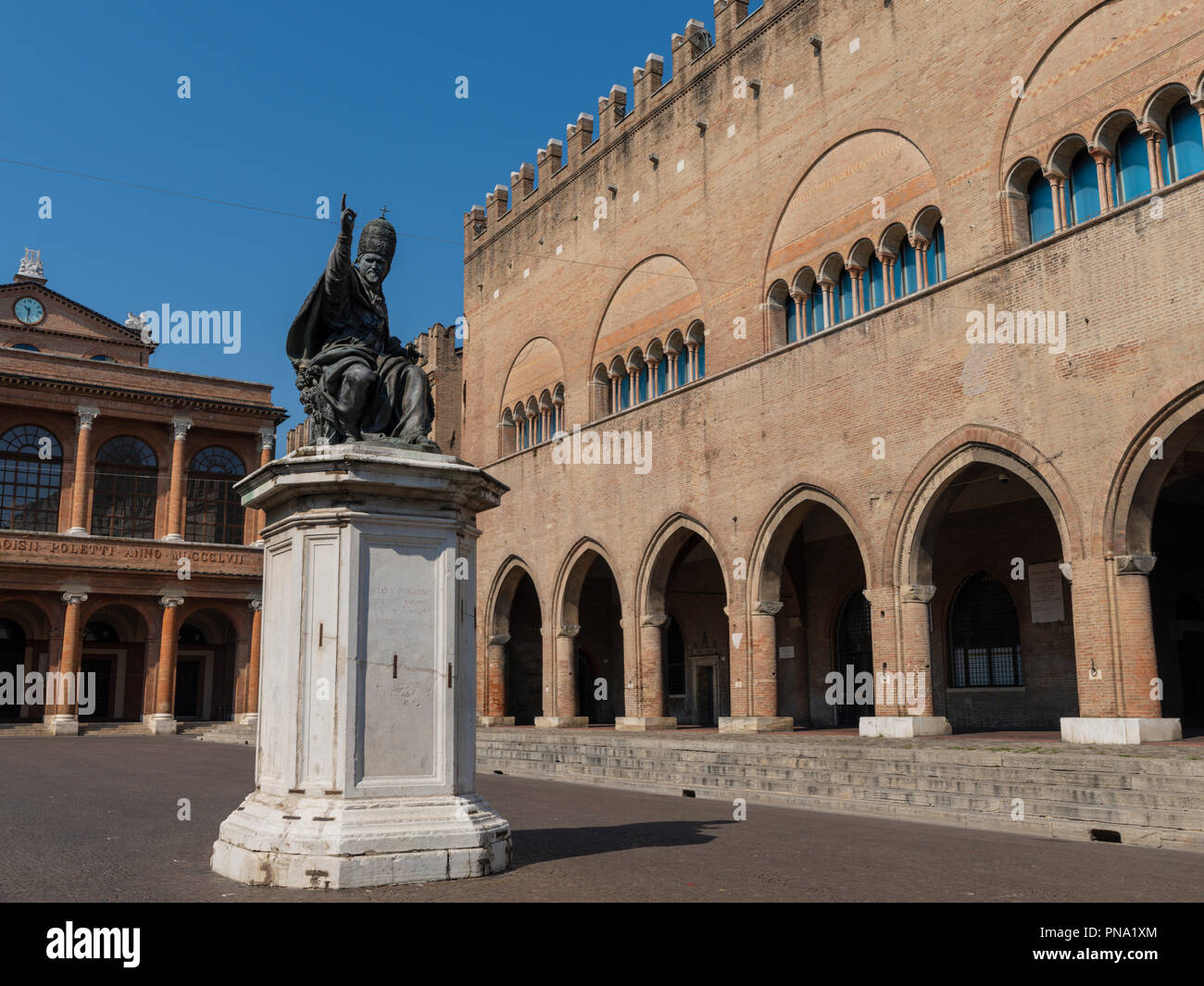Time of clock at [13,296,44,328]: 10:31
